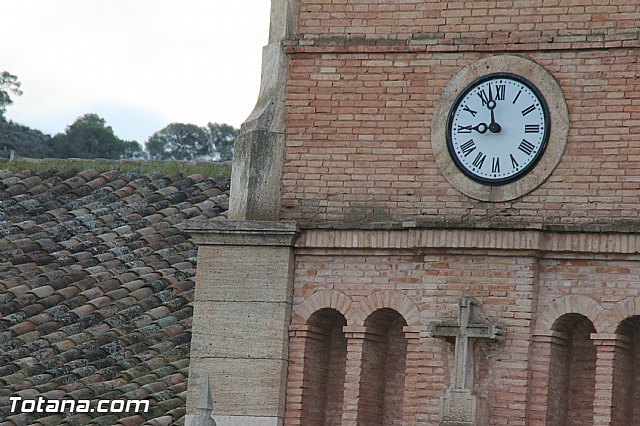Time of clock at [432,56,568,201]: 8:57
